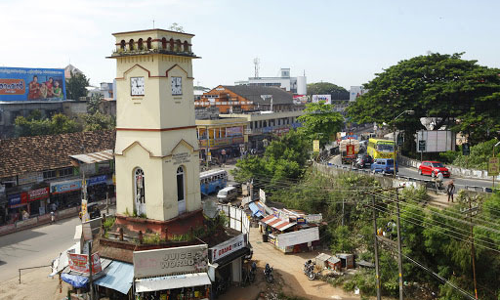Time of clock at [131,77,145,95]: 2:57
